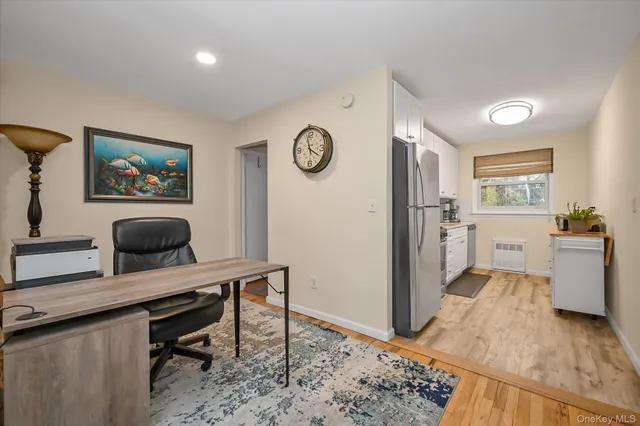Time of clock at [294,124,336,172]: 3:57
